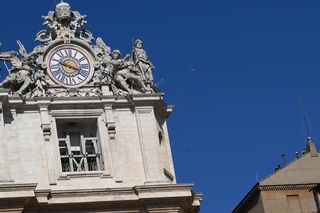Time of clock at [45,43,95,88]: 3:48
